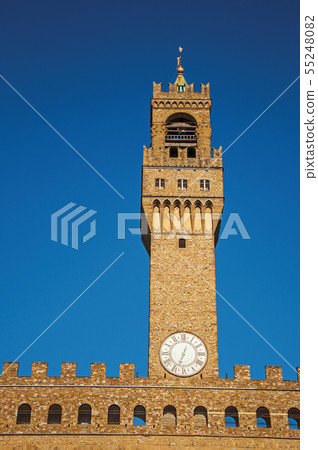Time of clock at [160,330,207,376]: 12:33
